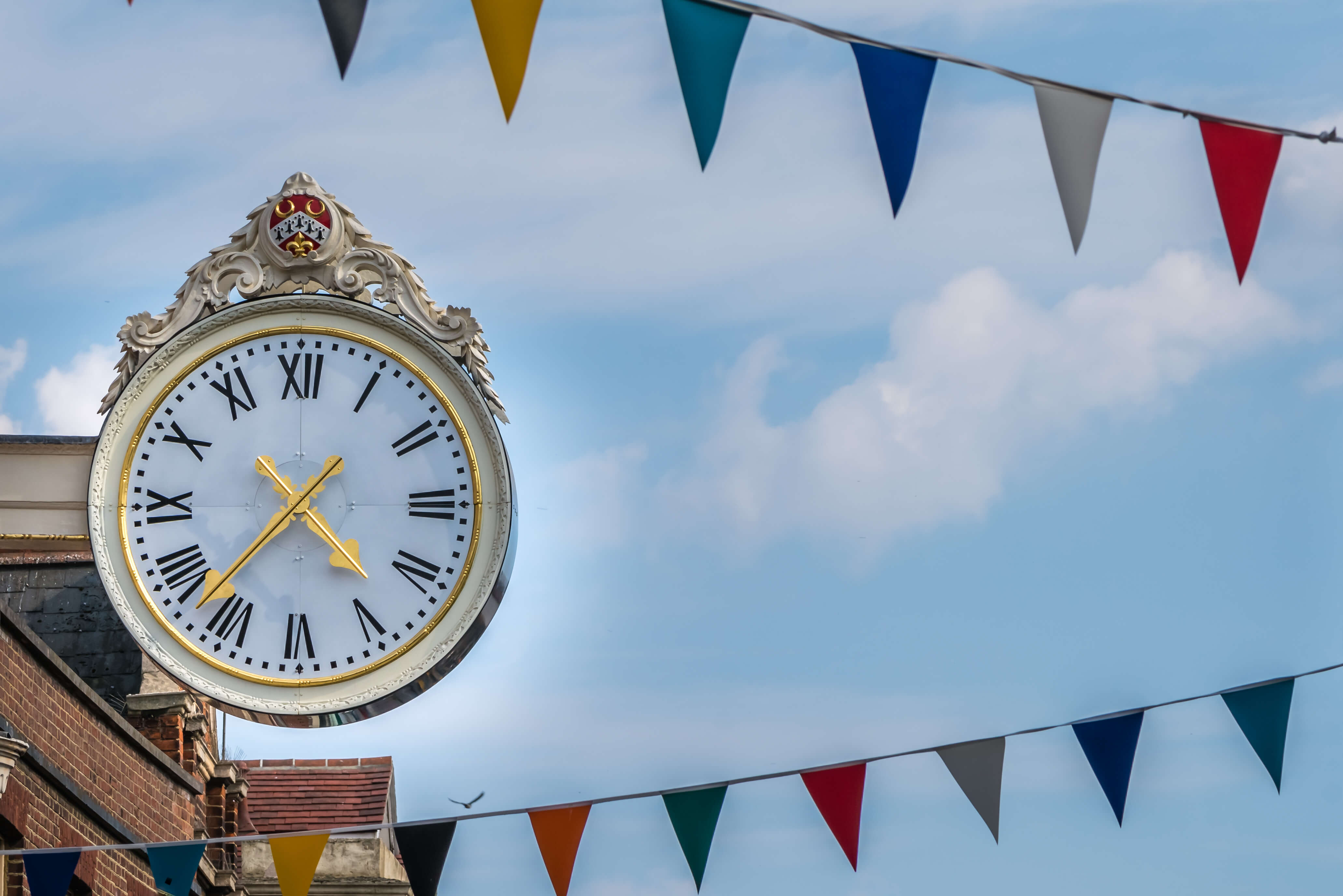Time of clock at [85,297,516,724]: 4:37
